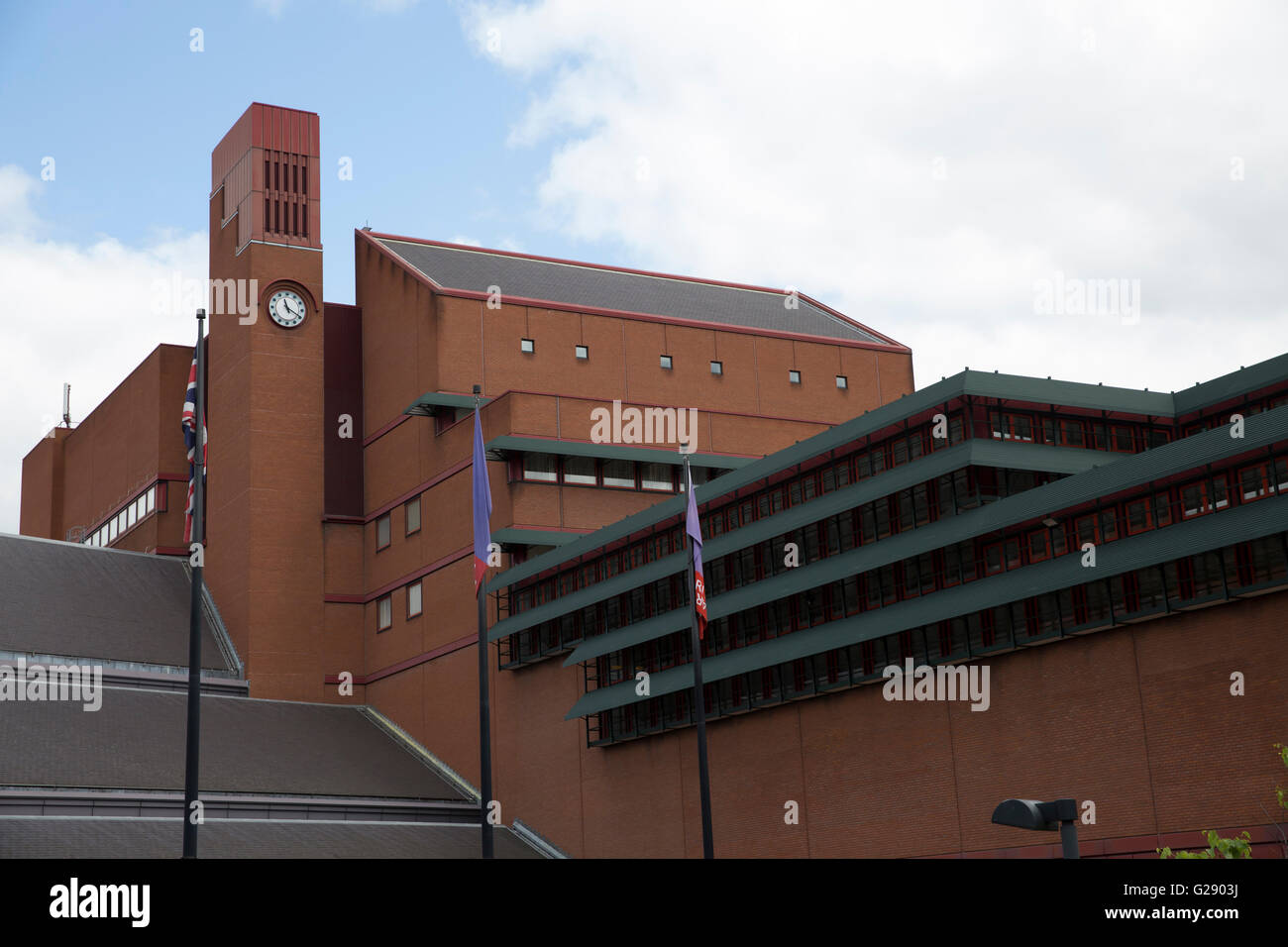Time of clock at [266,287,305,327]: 11:19
